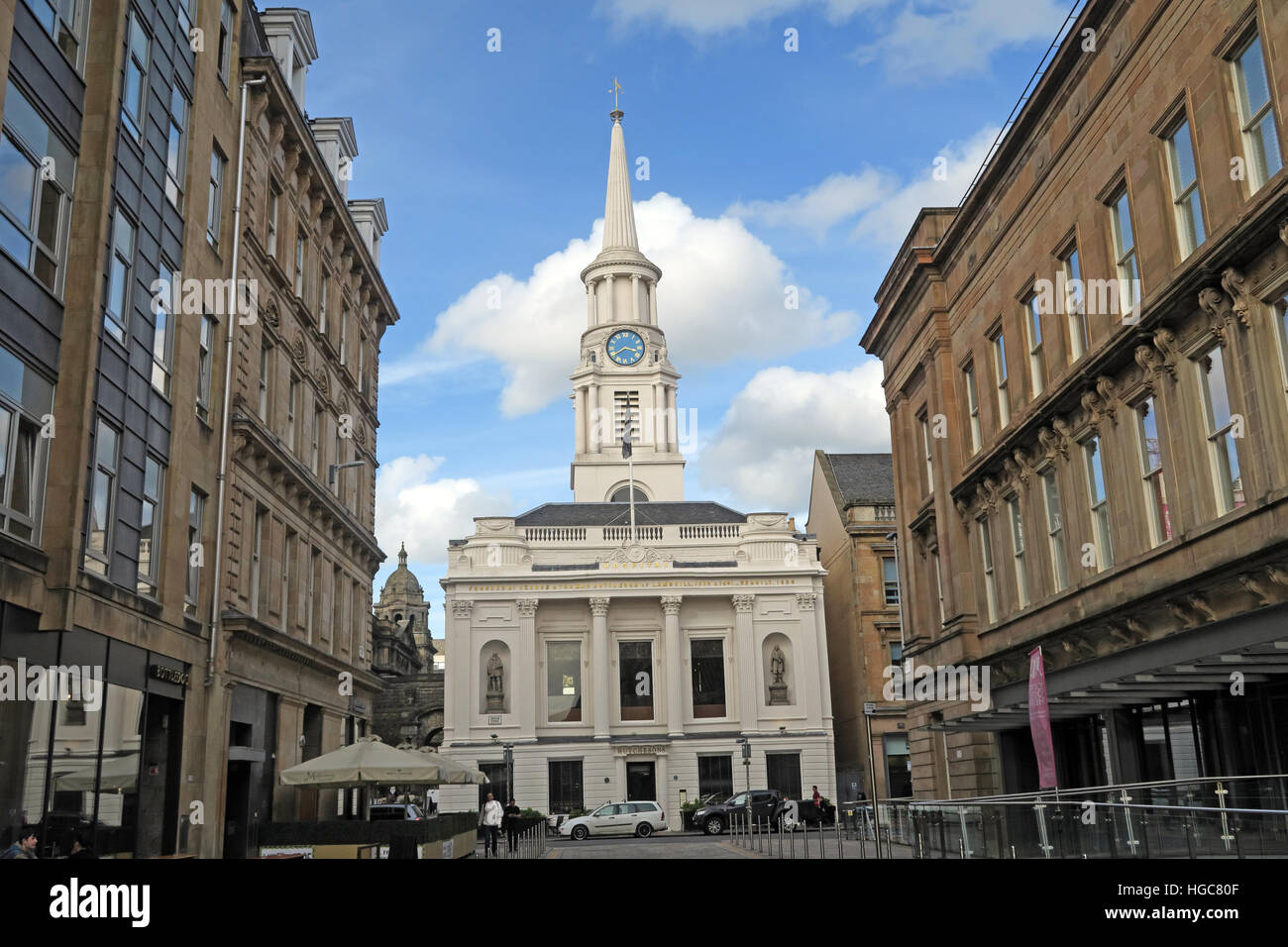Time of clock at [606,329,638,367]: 3:39
